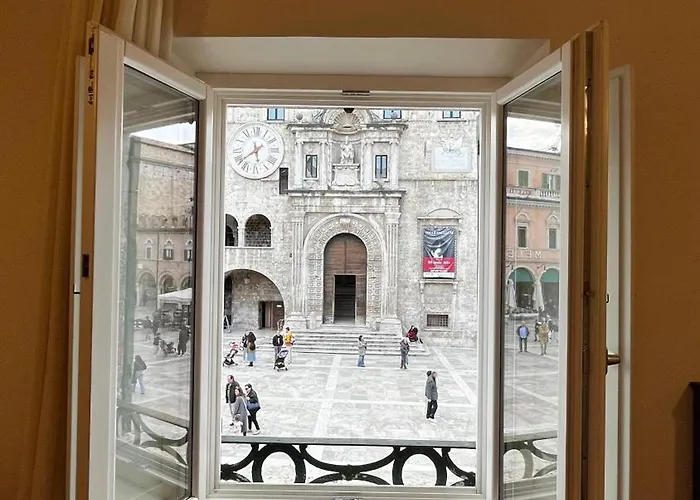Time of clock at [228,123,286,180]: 5:38
